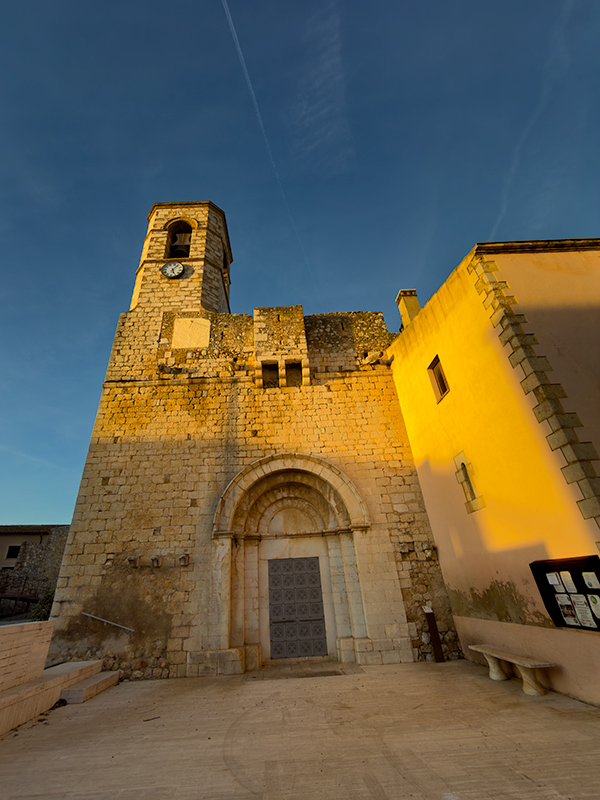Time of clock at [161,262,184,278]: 5:05
